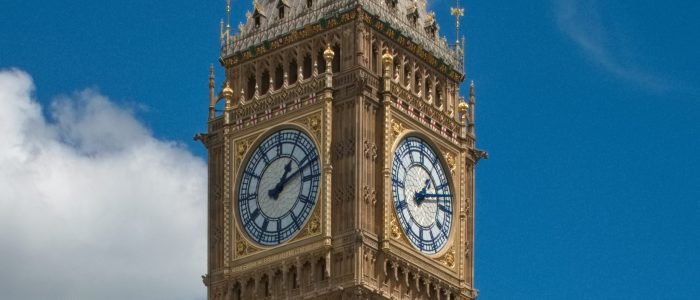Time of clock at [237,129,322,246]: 1:11
